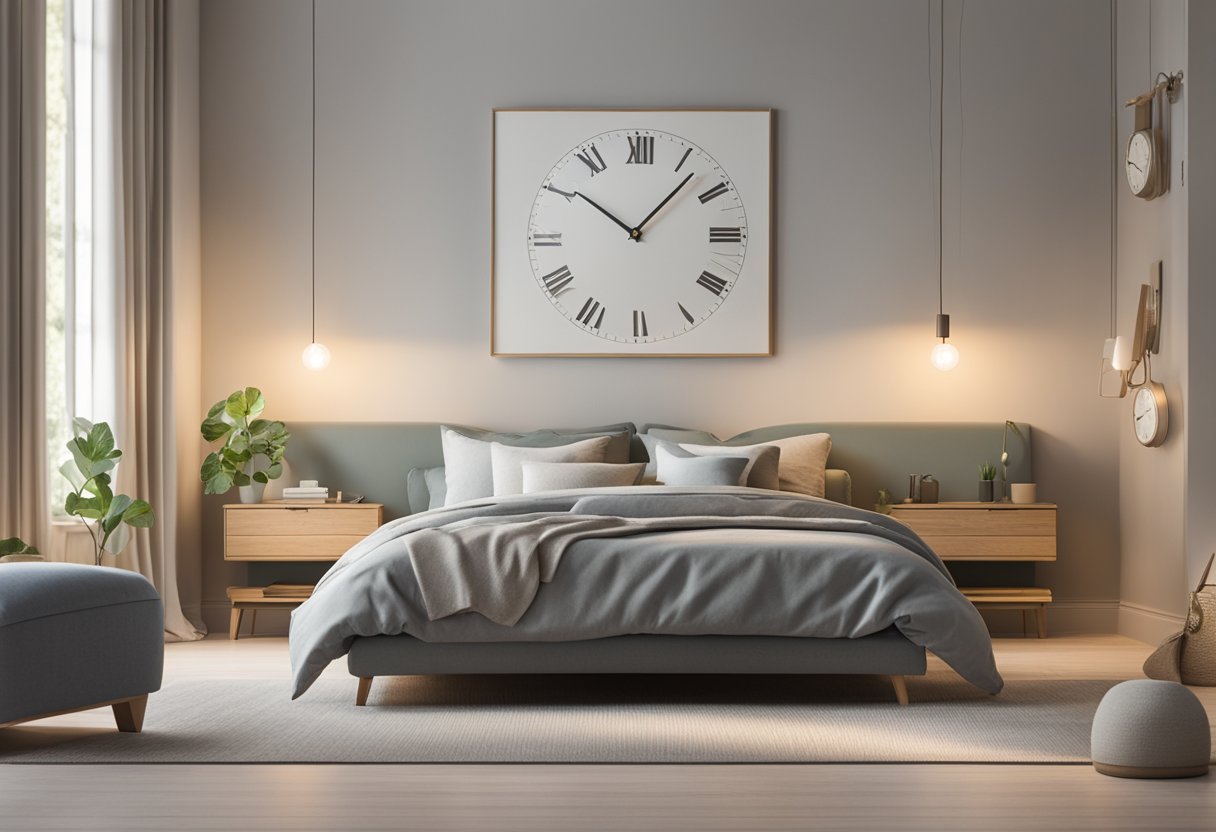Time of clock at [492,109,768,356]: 10:07
